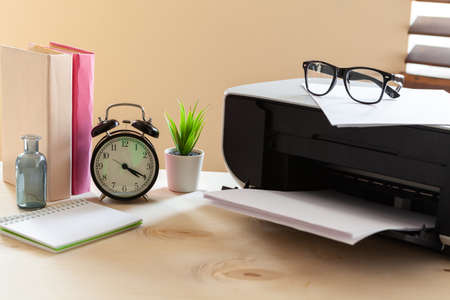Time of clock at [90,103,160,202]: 4:19
